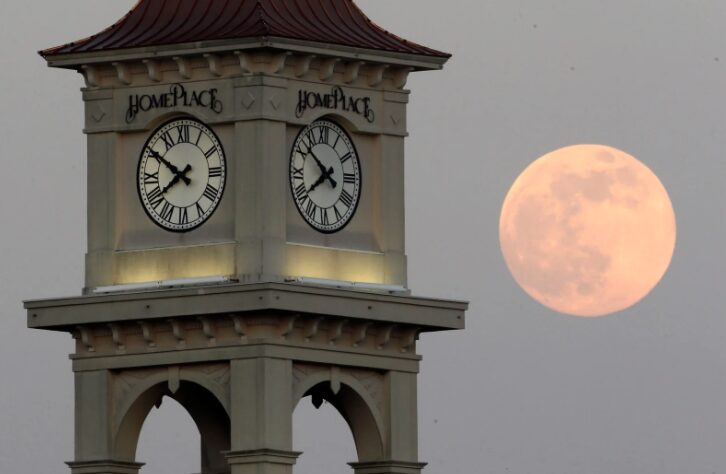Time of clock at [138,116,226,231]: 7:50
